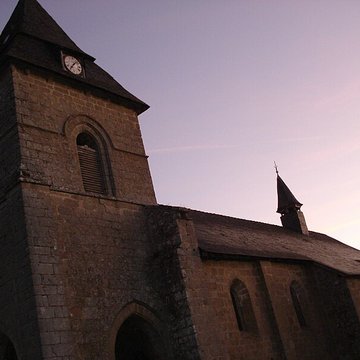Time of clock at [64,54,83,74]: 7:07
